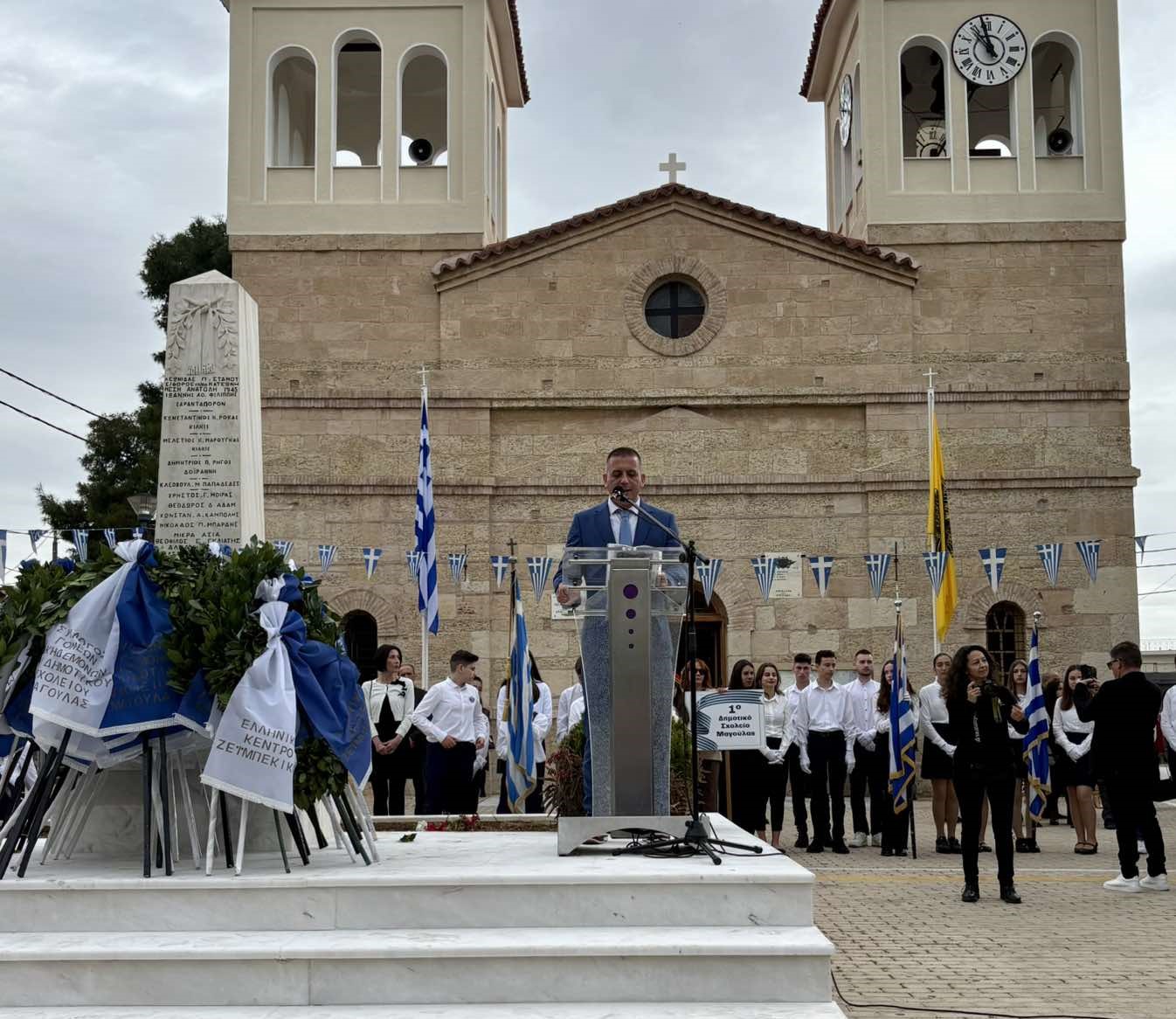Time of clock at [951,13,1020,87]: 10:58
